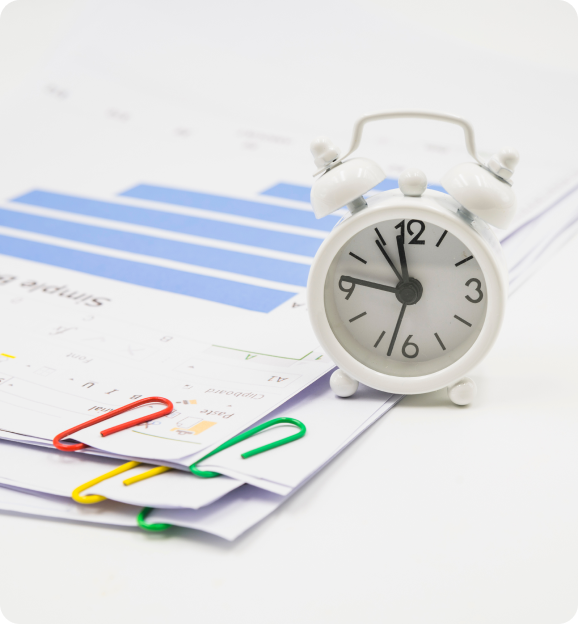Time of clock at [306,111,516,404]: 11:46
